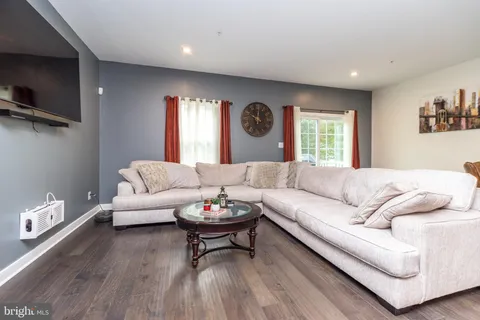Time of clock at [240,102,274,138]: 10:00
